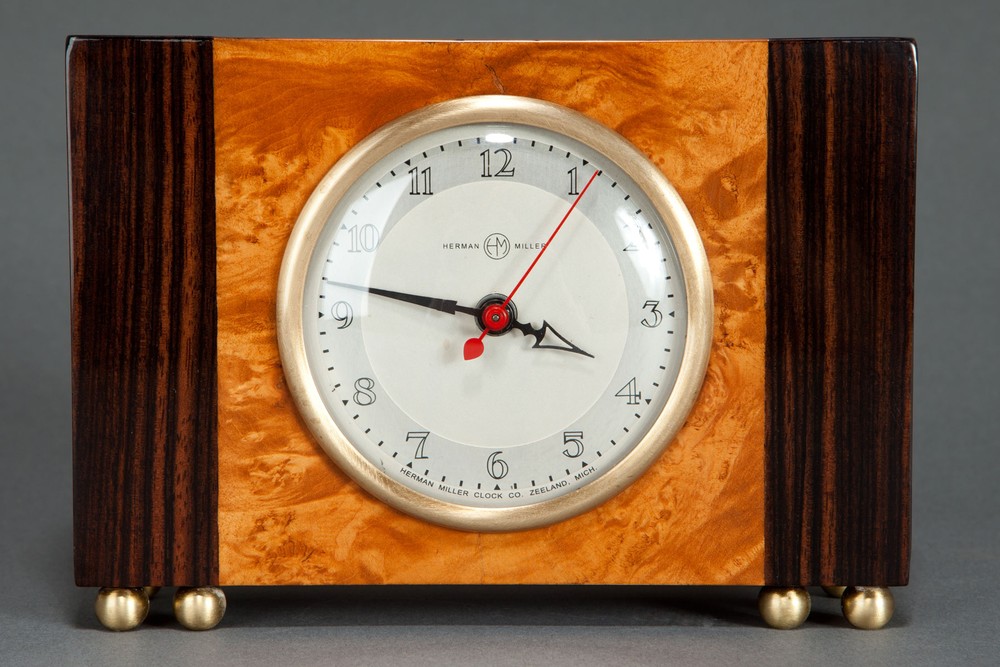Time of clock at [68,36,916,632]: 3:47
